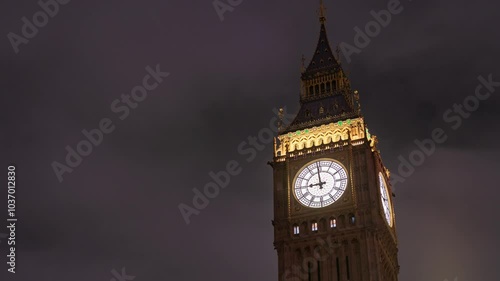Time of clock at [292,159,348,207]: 8:58
